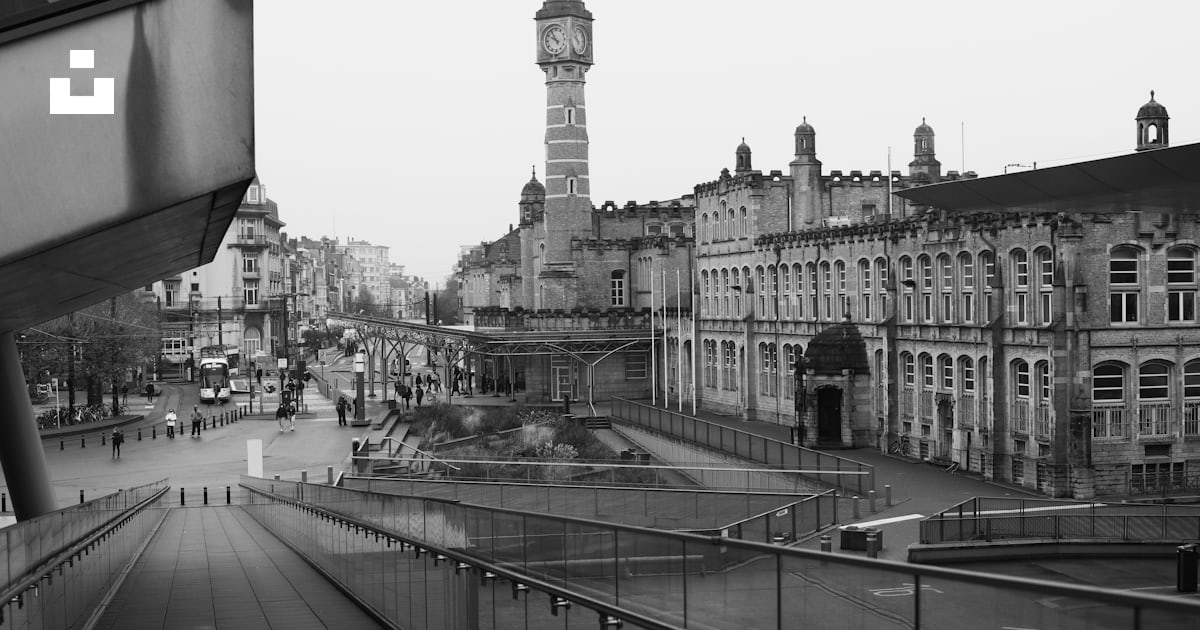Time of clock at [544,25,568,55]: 9:54
